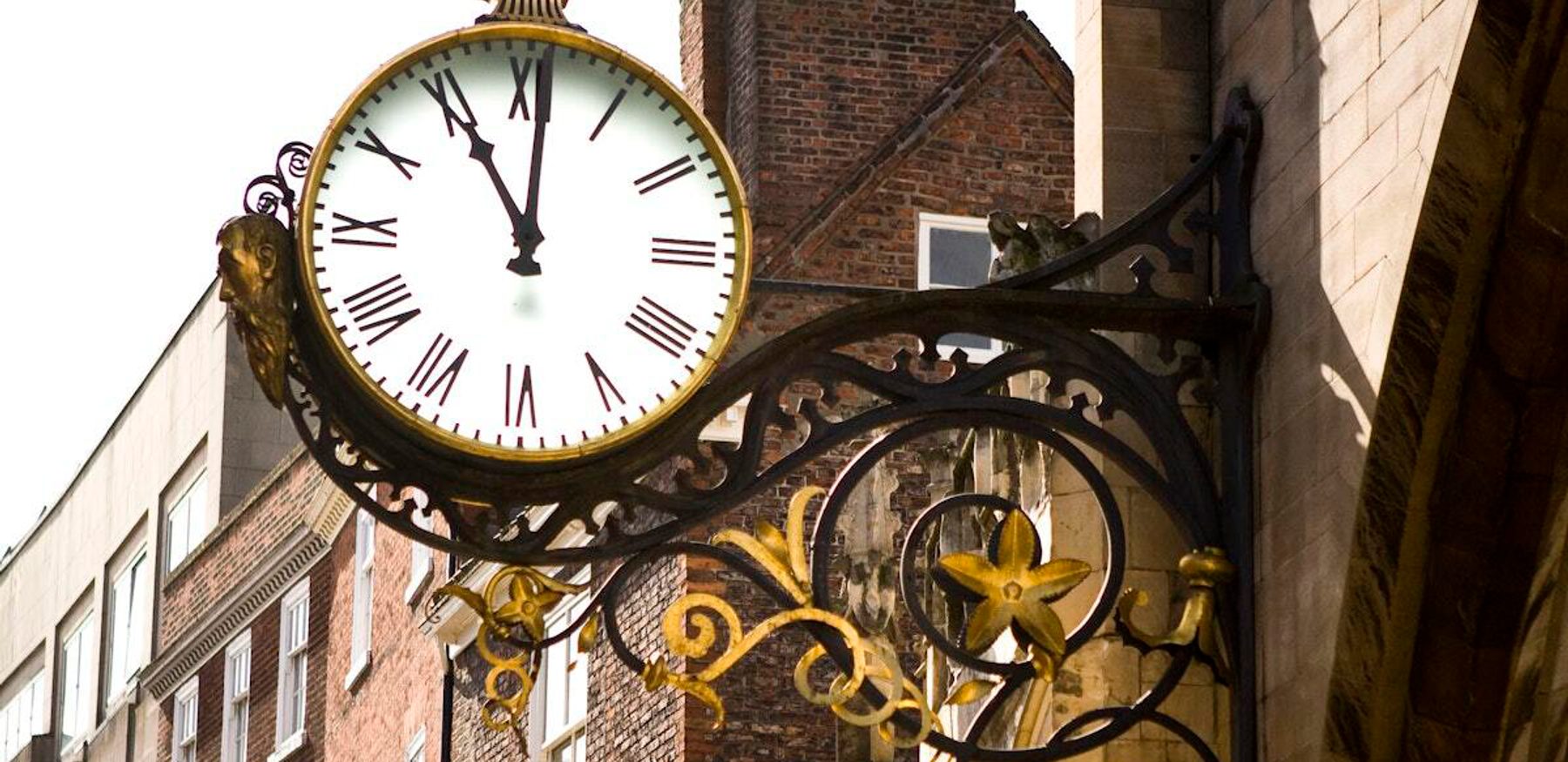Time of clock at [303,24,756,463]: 11:00
